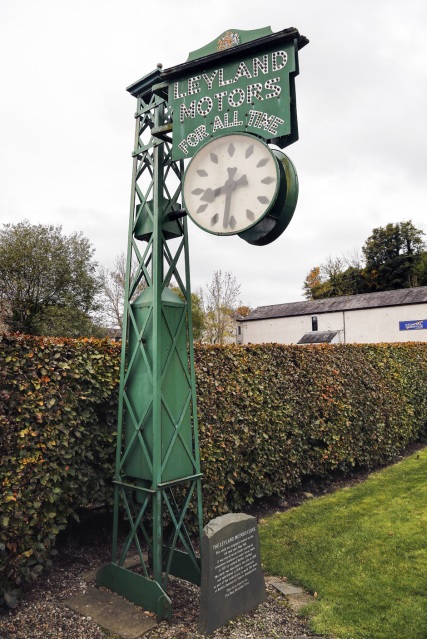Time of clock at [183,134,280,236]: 8:31
